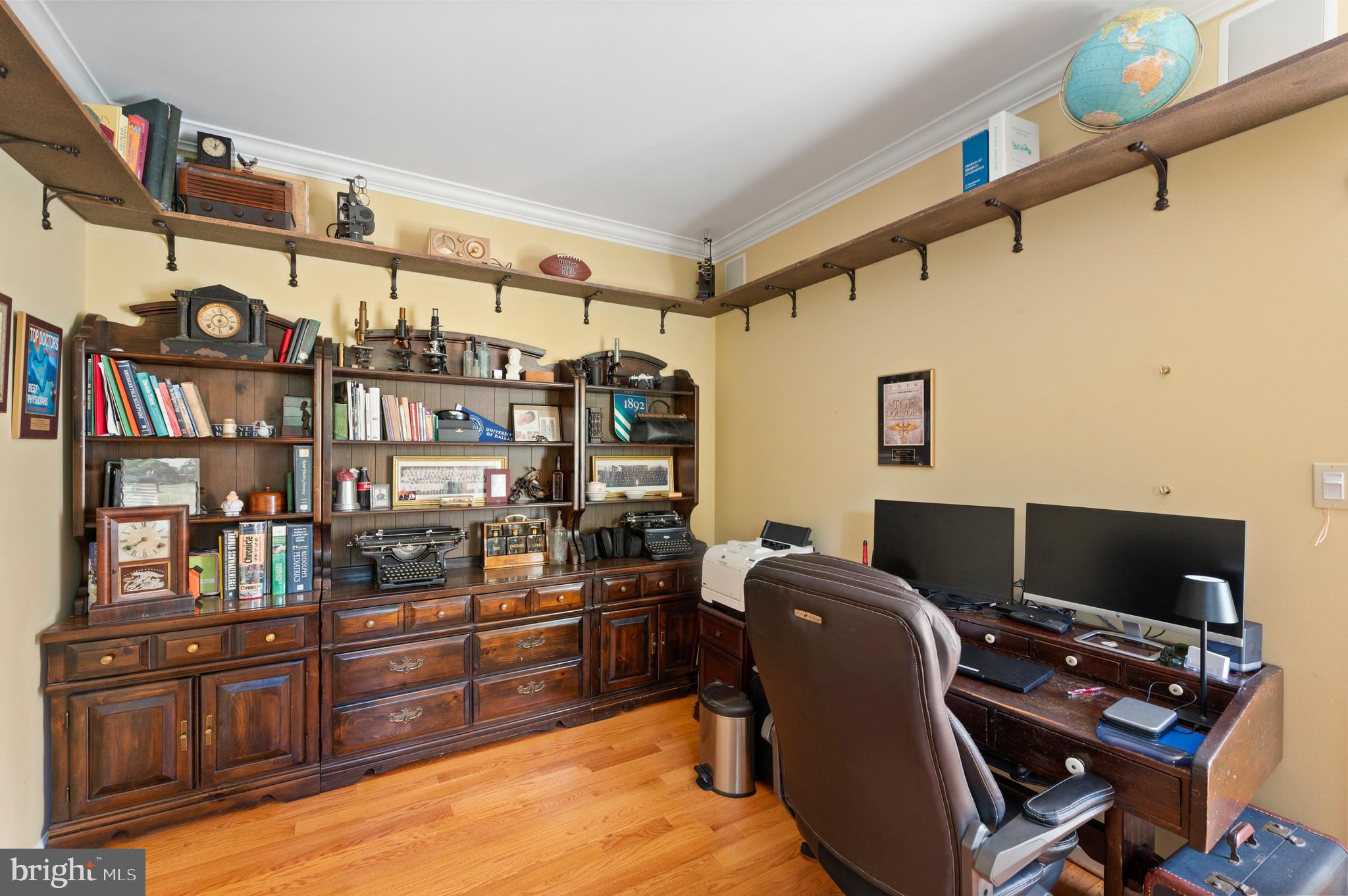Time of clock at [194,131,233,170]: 12:05
